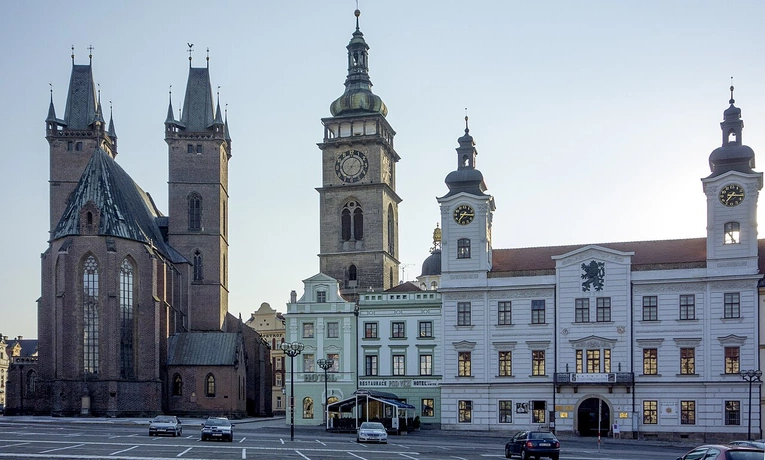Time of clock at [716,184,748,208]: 7:15
